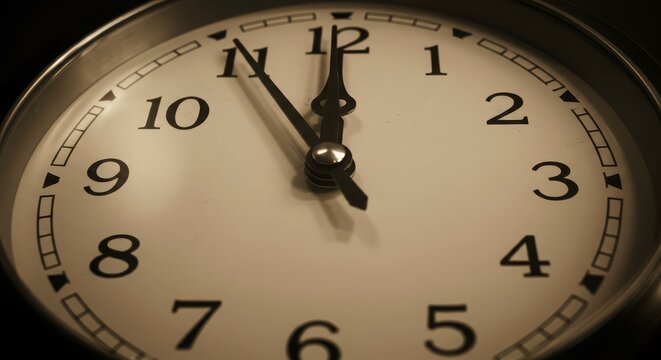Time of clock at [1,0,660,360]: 11:55
